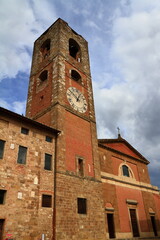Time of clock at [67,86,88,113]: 12:52
